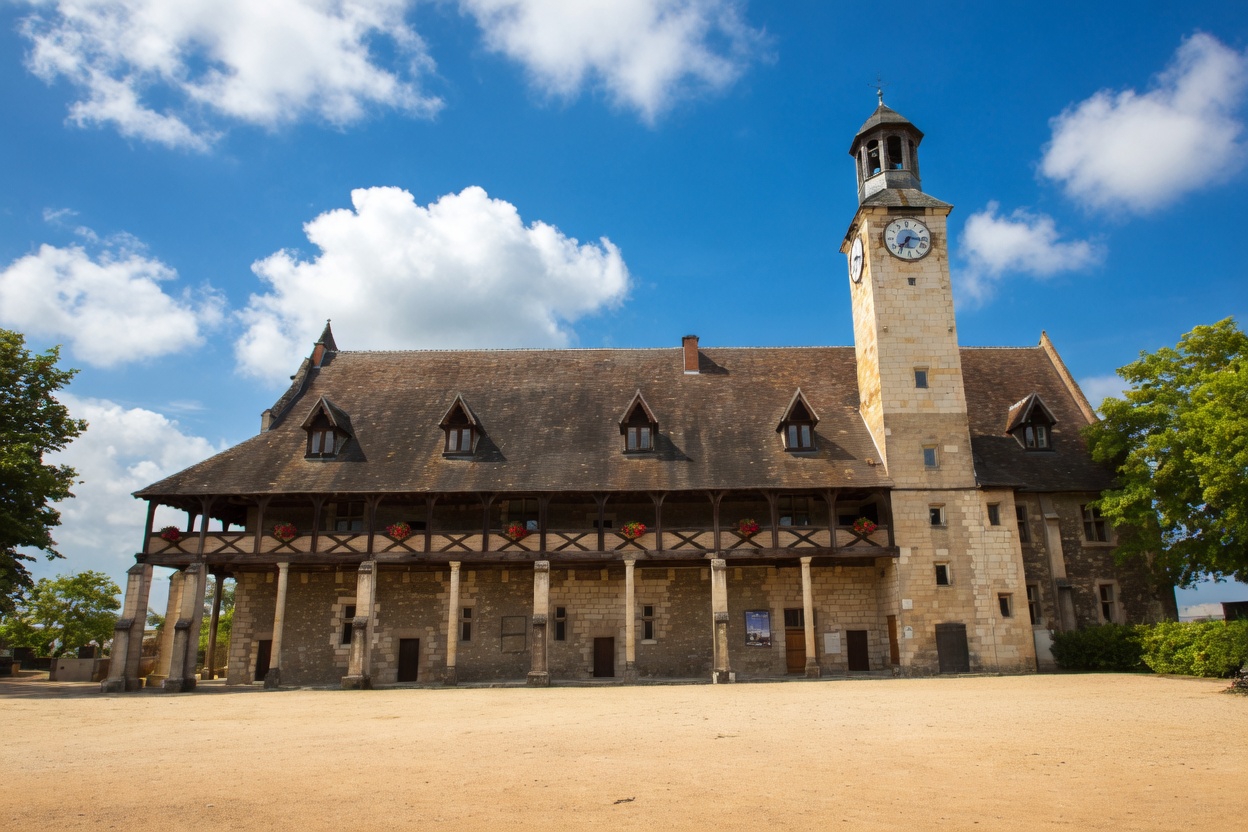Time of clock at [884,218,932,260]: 7:16
